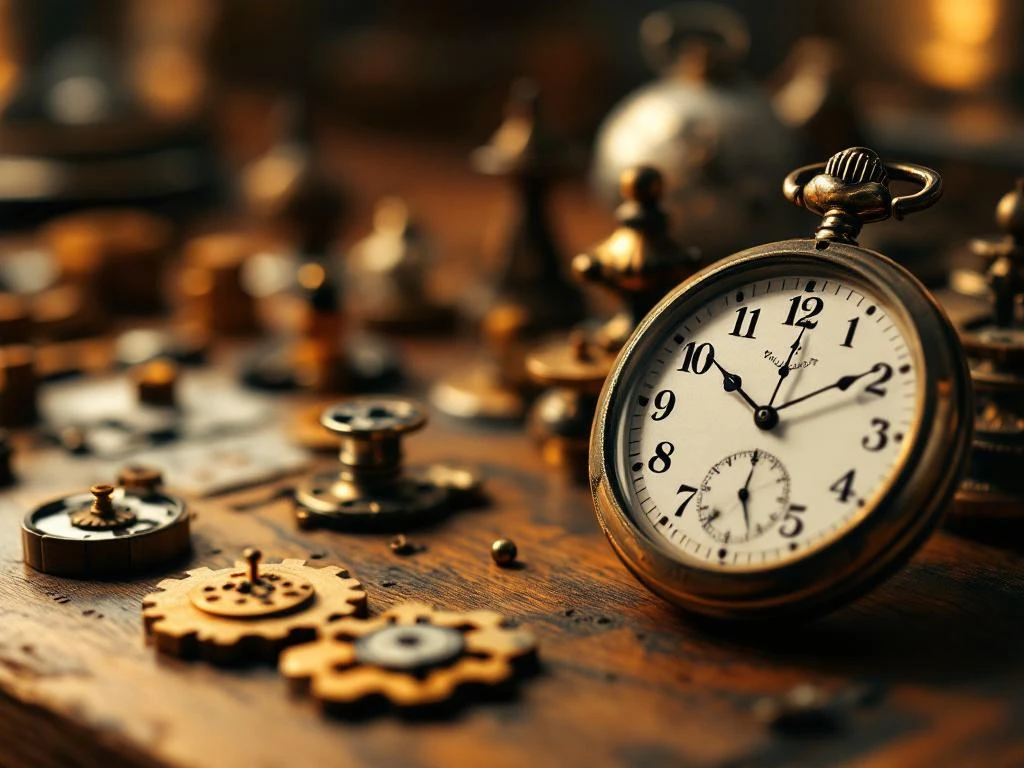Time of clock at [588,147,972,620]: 10:00
